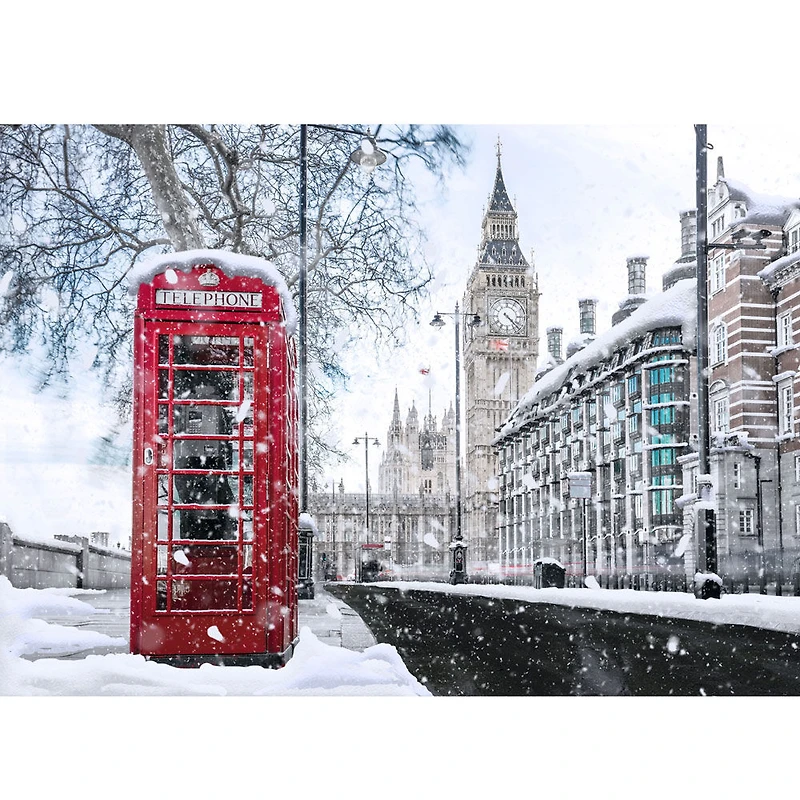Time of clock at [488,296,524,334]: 4:22
